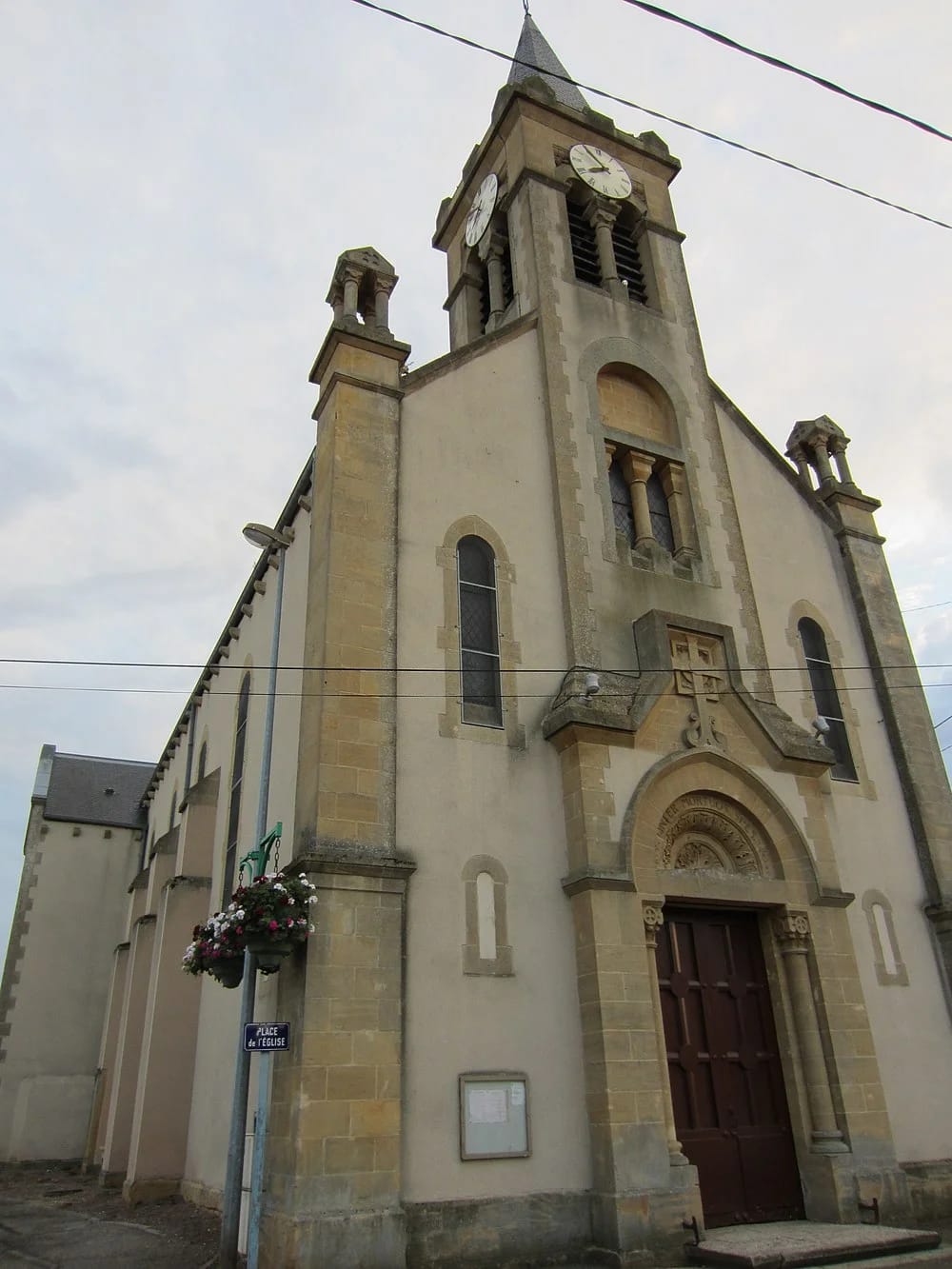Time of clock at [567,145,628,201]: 7:53
